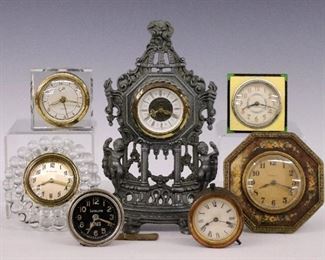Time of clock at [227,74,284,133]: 8:17
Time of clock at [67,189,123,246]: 3:34
